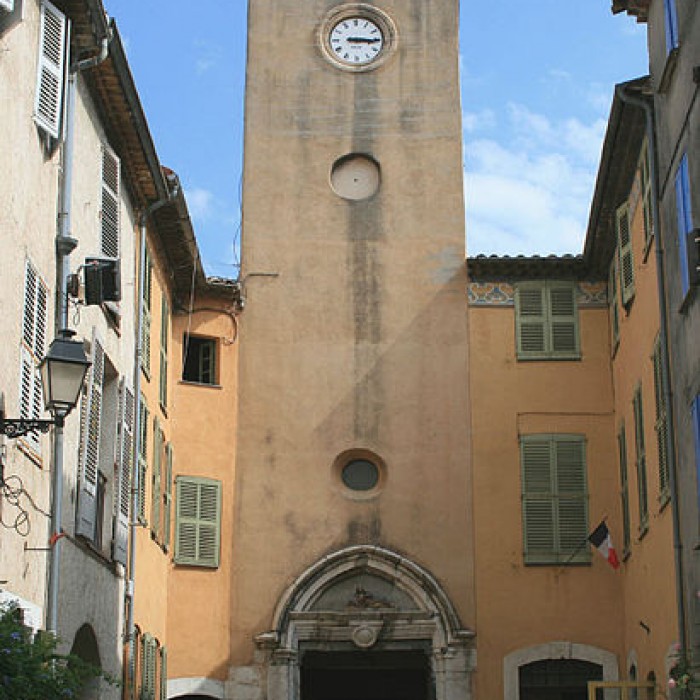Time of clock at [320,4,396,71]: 3:15
